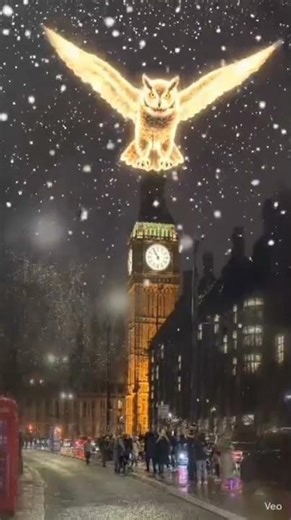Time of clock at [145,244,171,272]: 10:55
